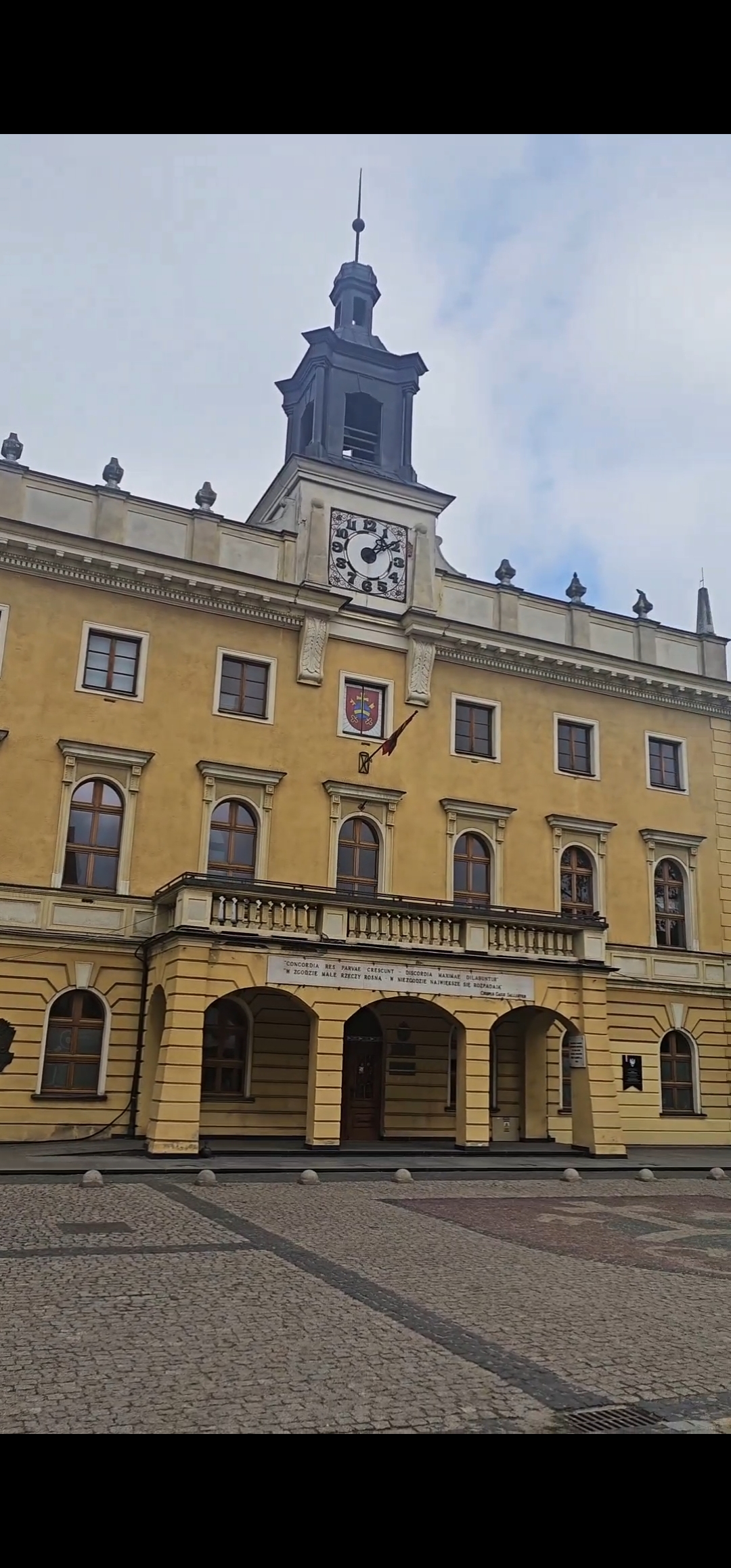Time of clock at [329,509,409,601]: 1:09
